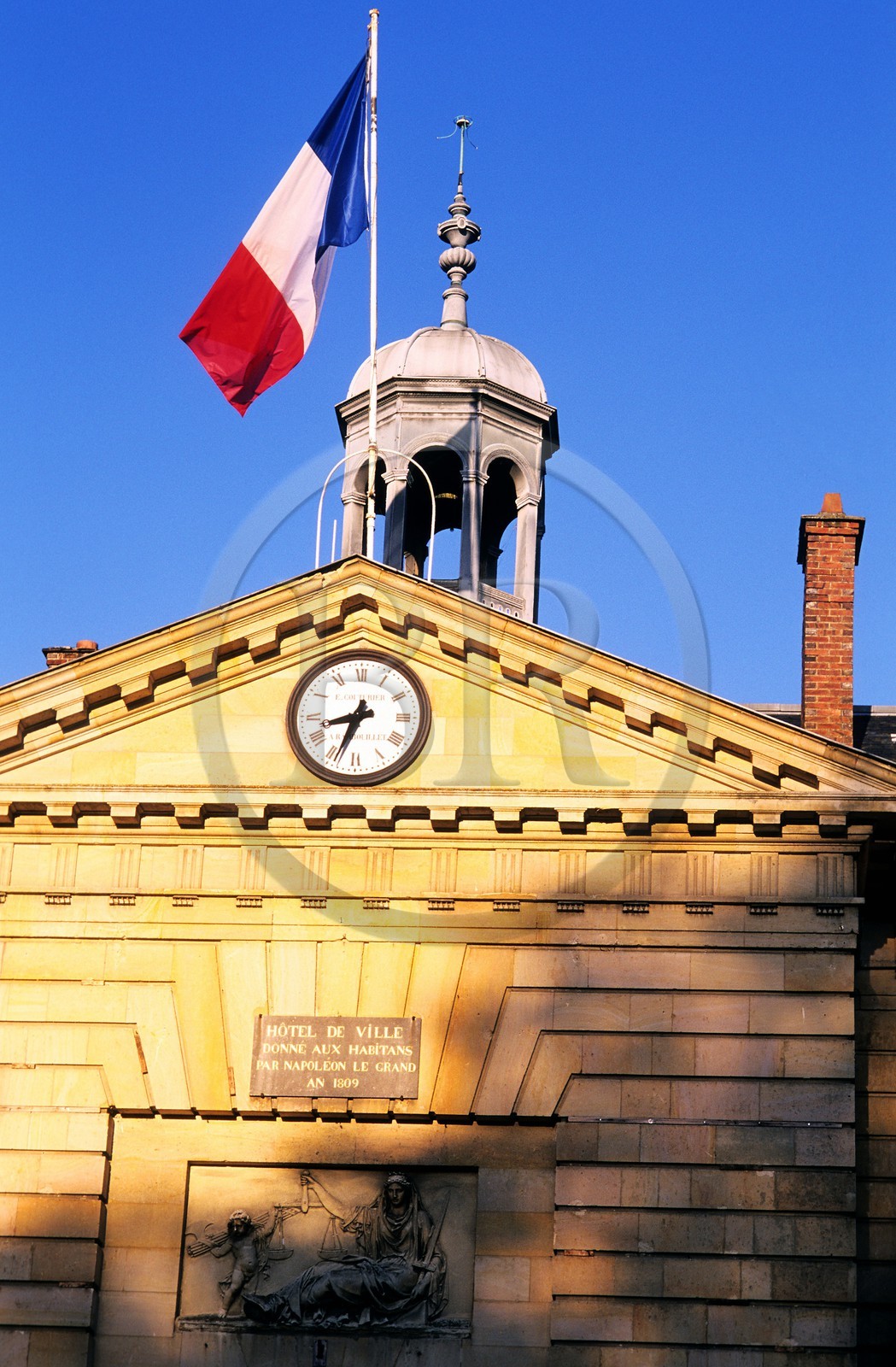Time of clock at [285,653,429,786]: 8:33
